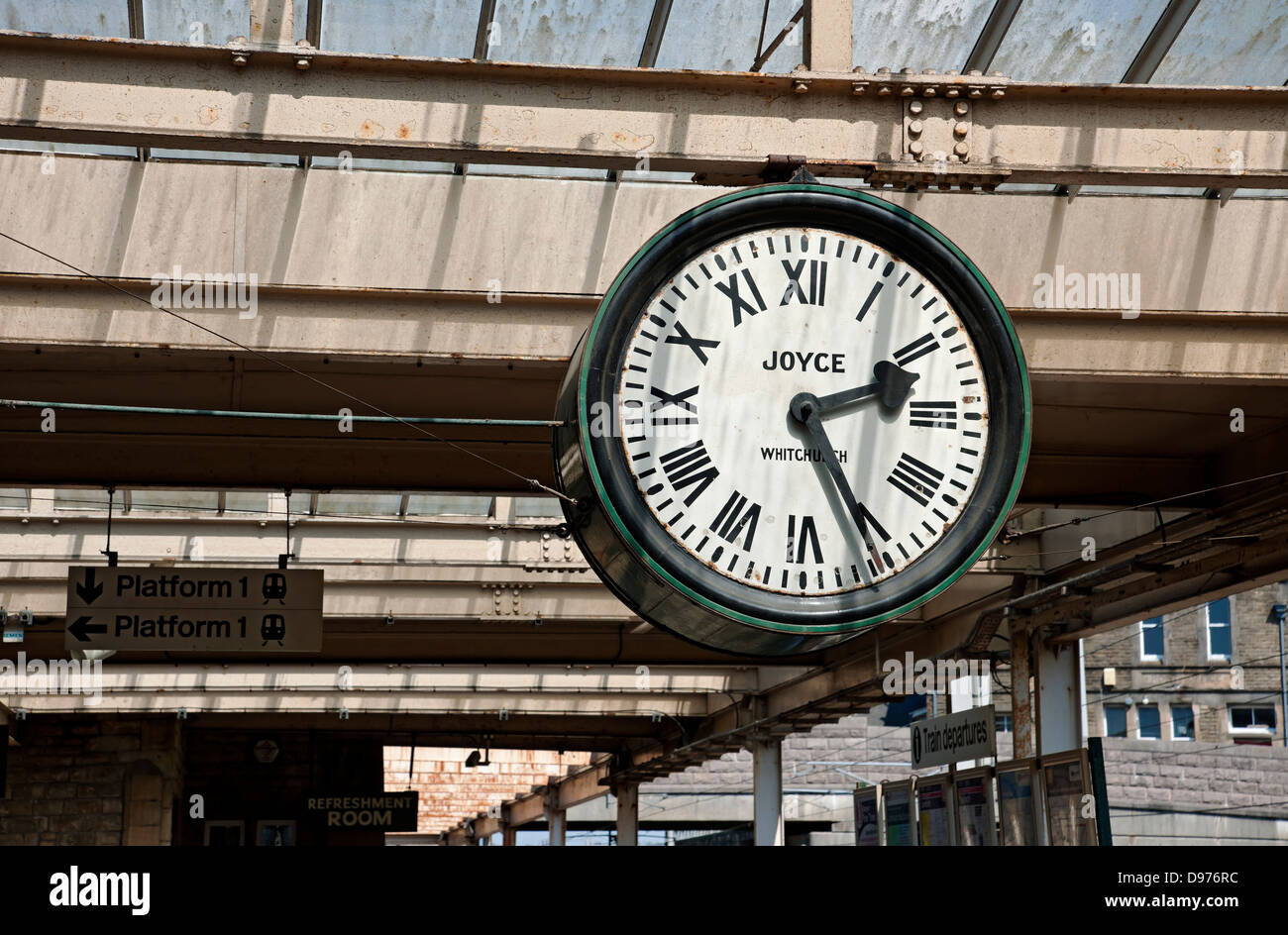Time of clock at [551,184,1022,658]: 2:24
